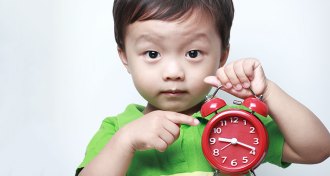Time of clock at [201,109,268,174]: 9:18
